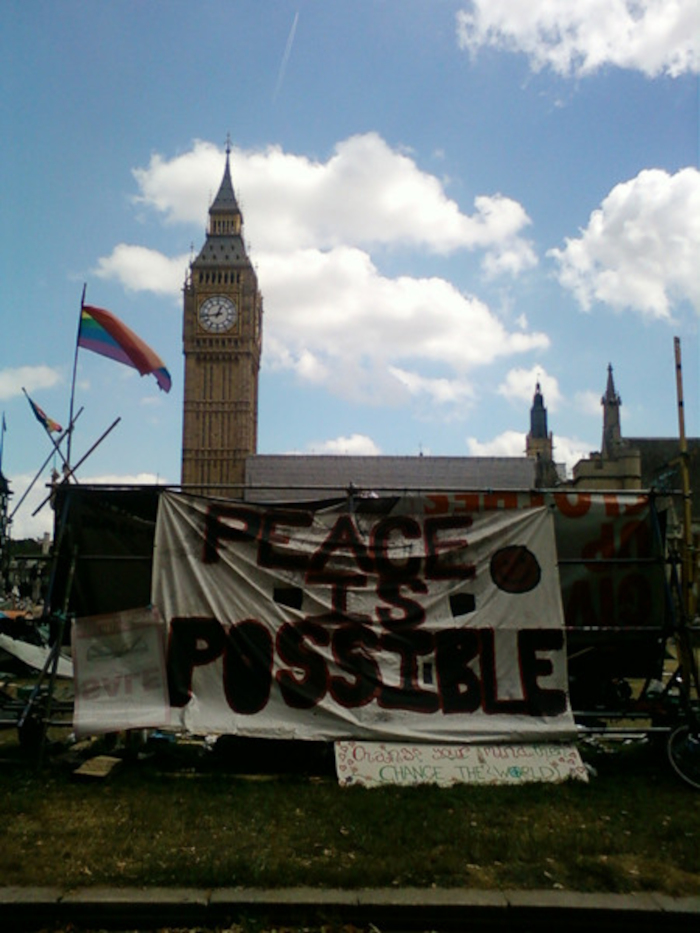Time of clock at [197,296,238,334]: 12:43
